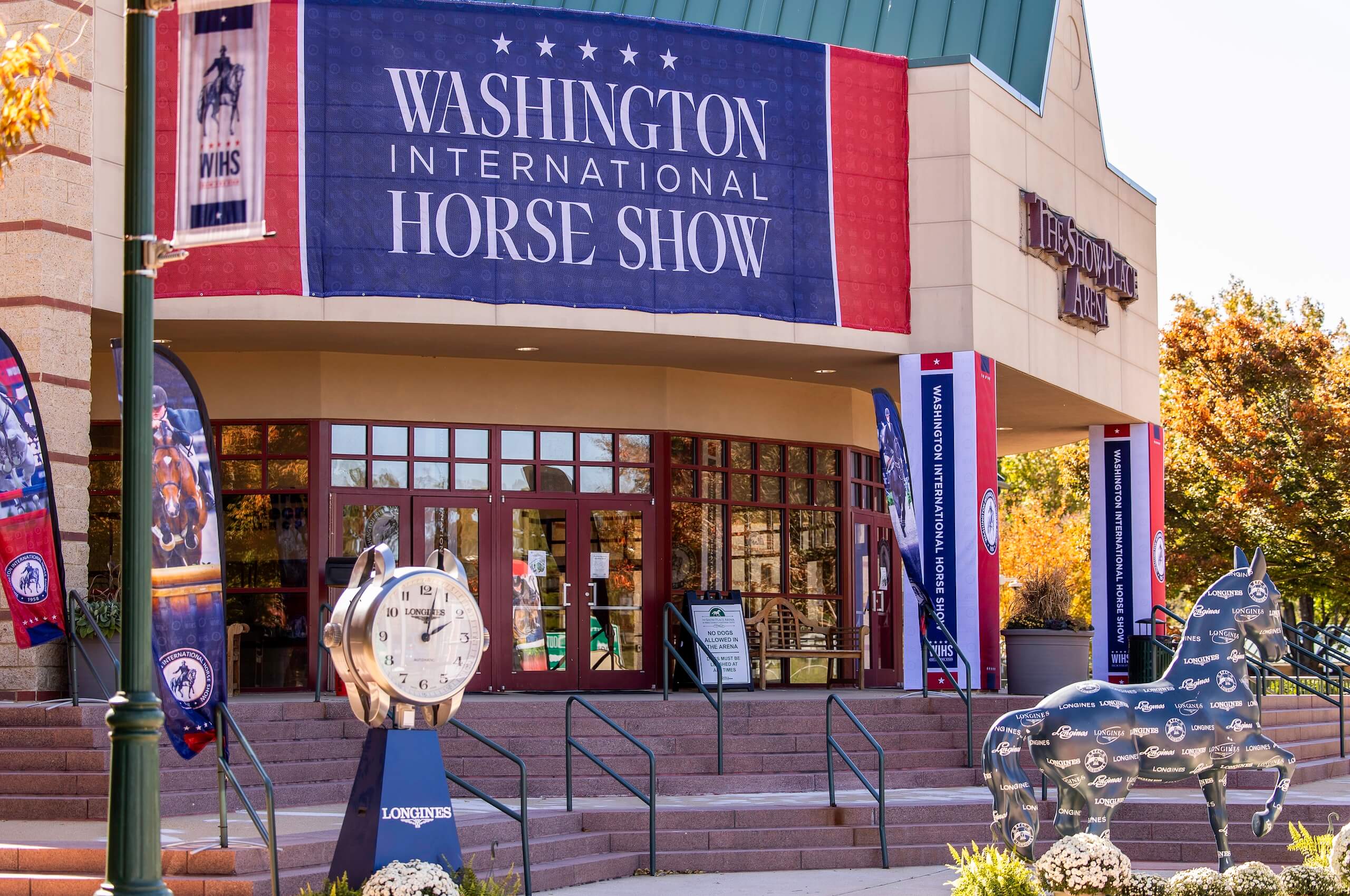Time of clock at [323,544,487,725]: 2:02
